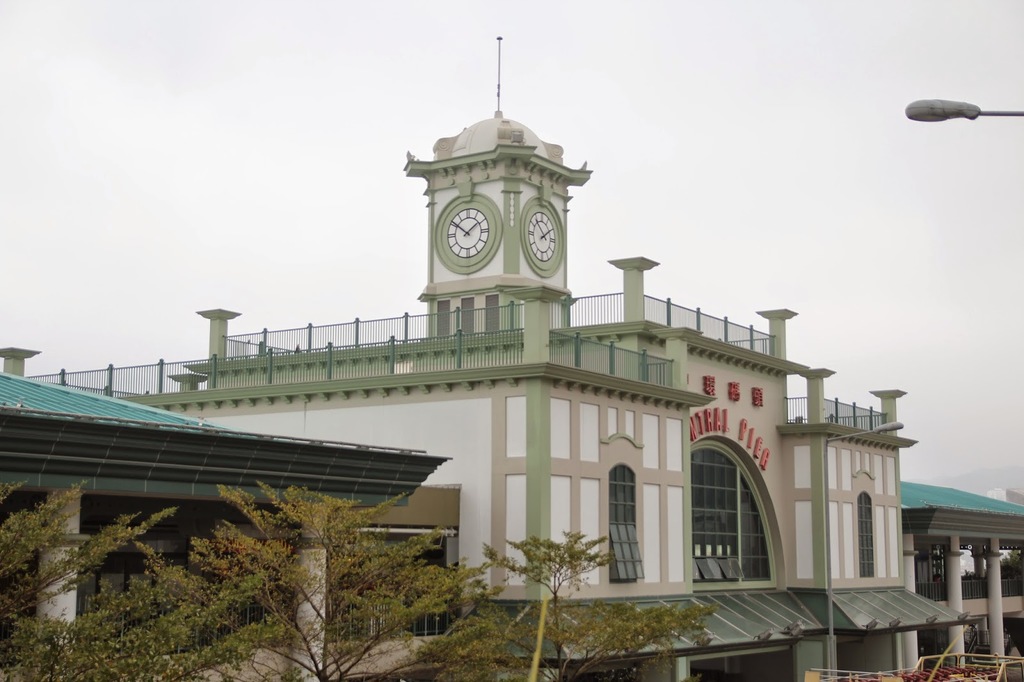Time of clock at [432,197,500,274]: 1:50
